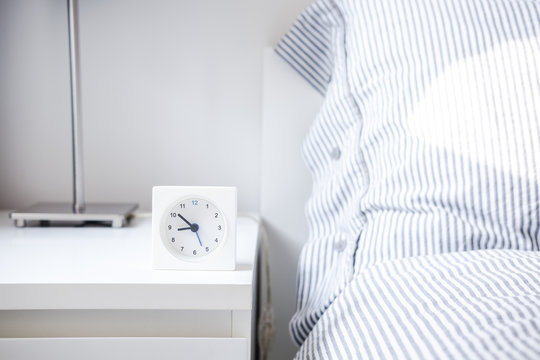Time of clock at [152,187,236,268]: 8:51
